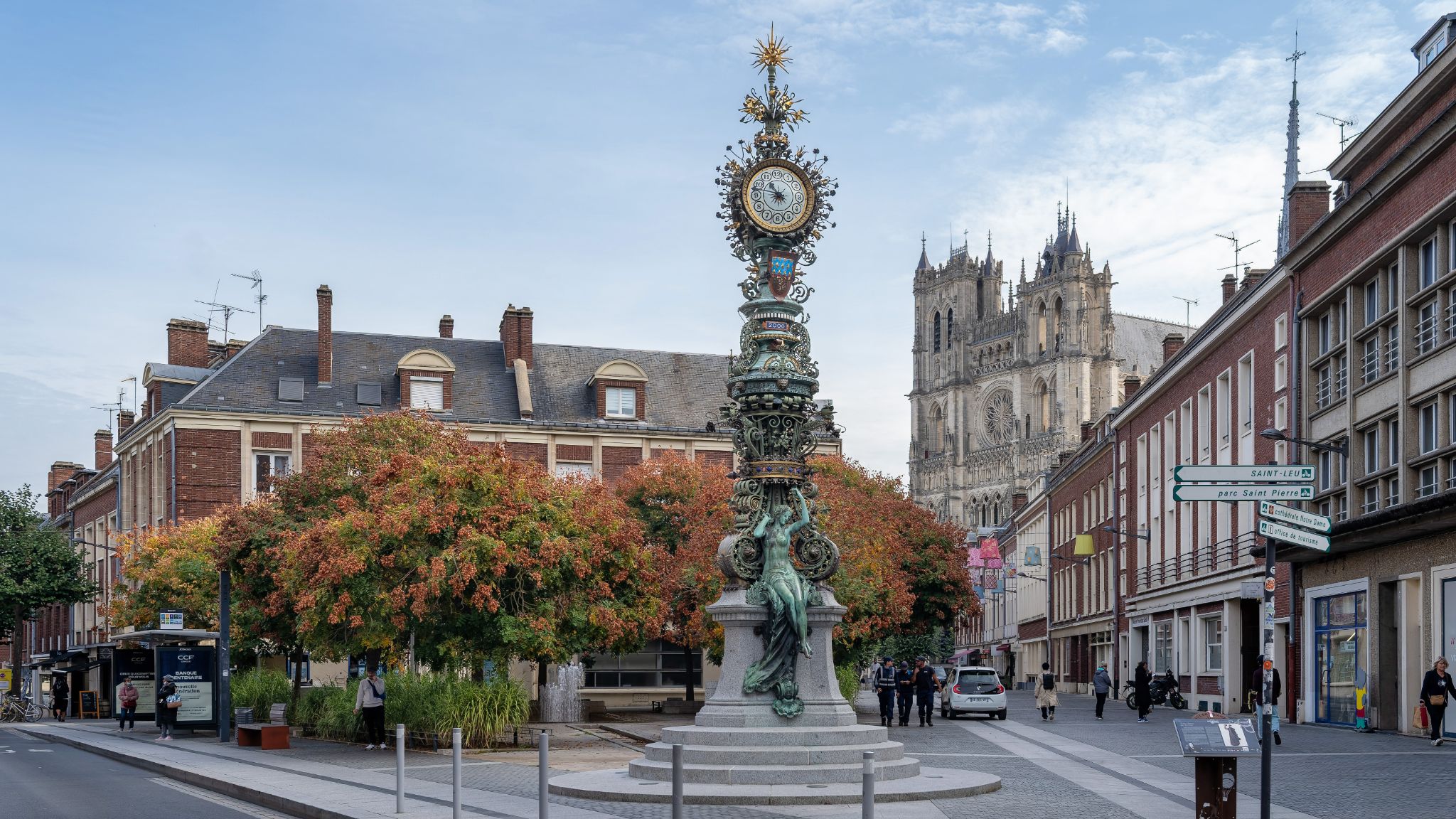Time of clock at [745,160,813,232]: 10:47
